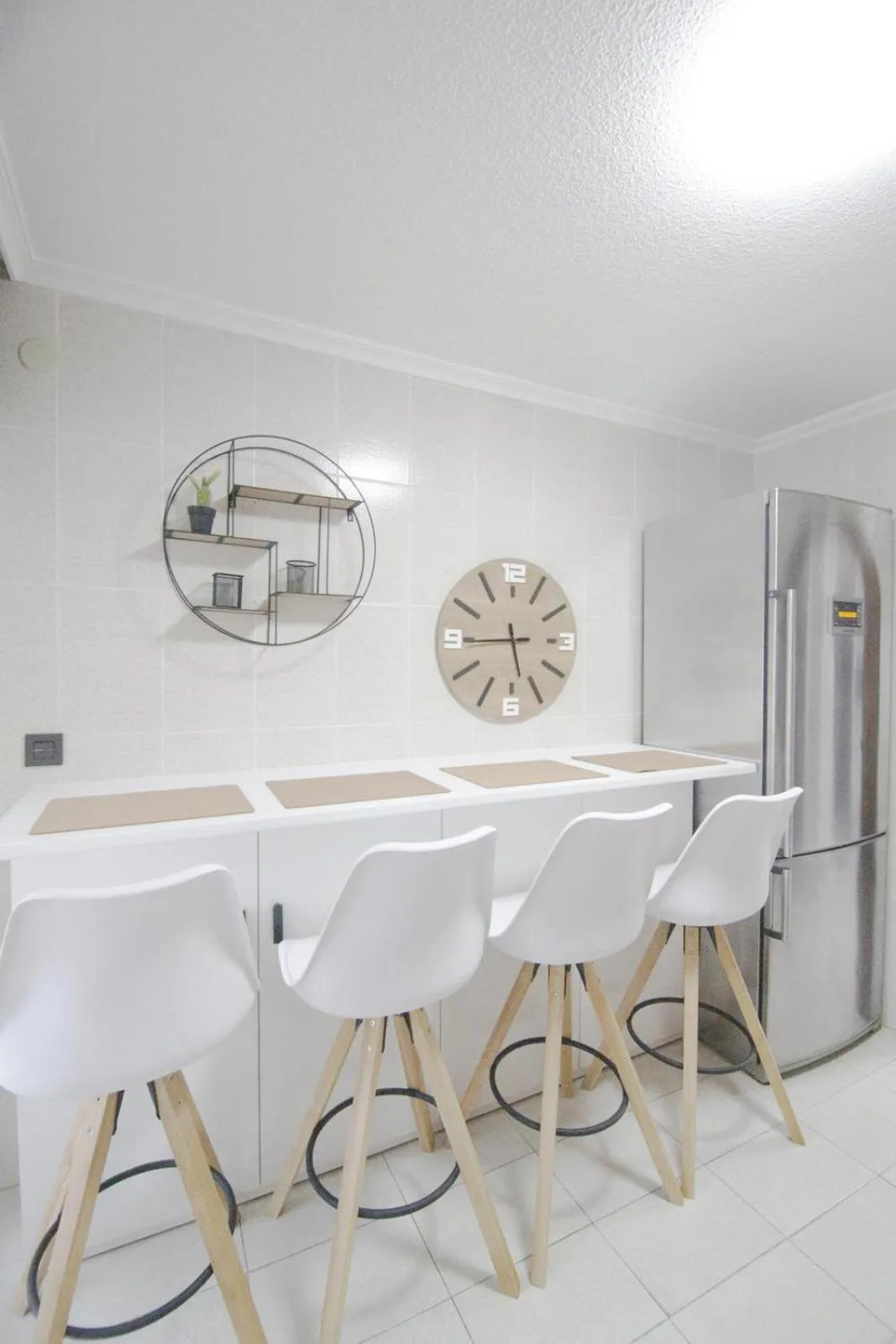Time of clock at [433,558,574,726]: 5:44
